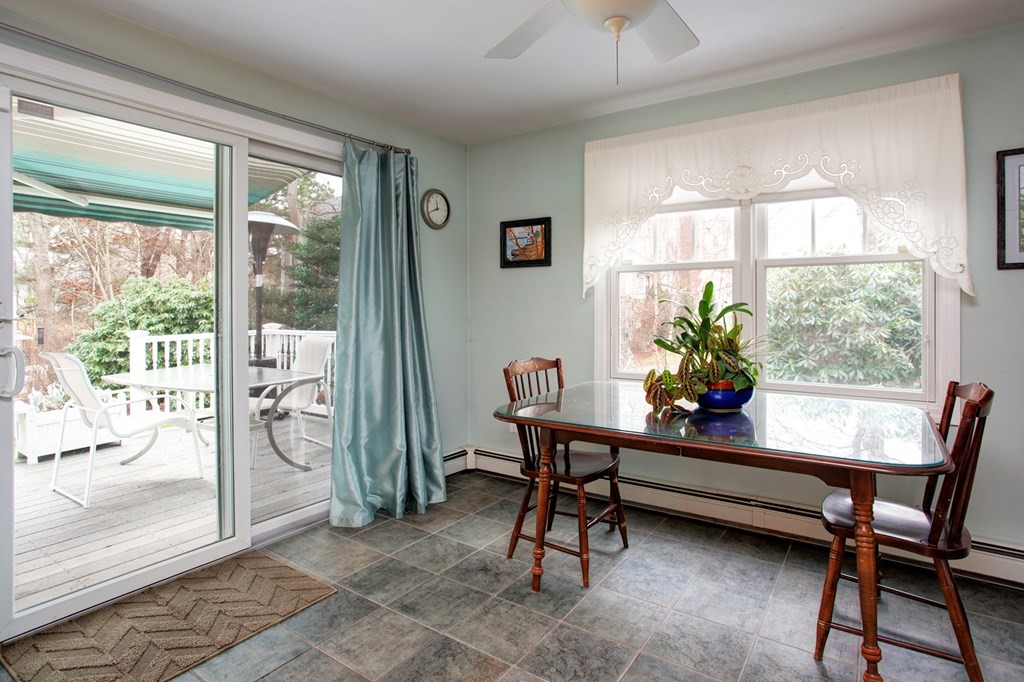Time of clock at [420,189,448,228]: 11:41
